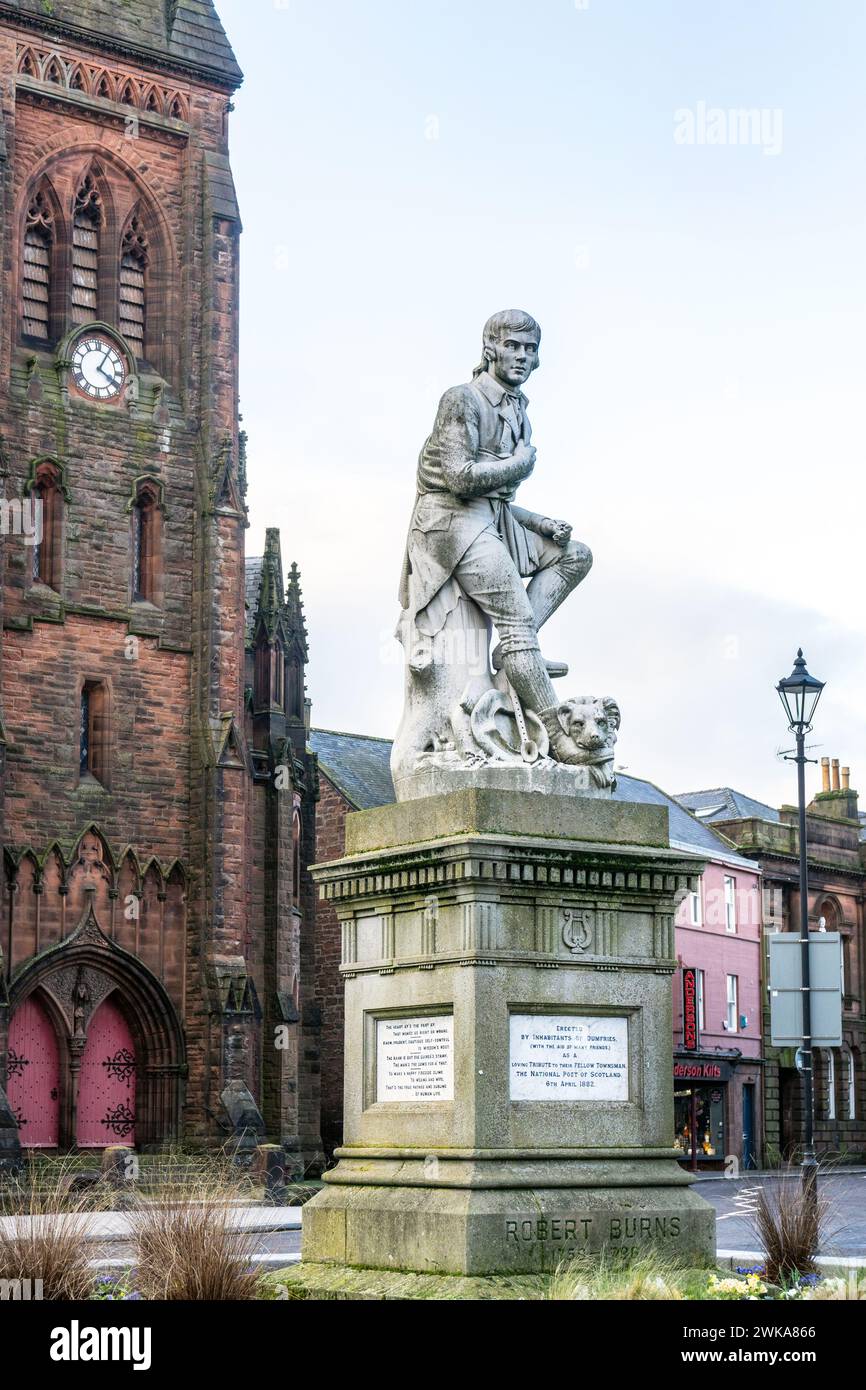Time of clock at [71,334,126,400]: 4:05
